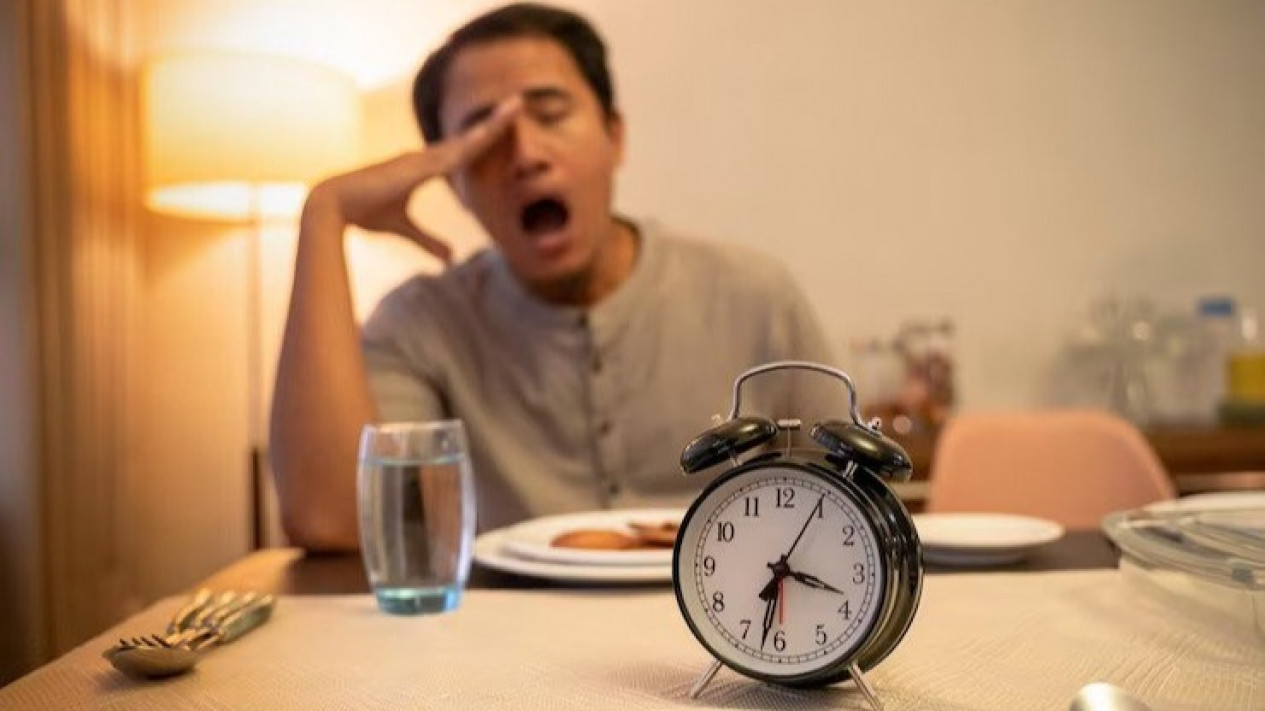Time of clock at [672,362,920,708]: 3:32
